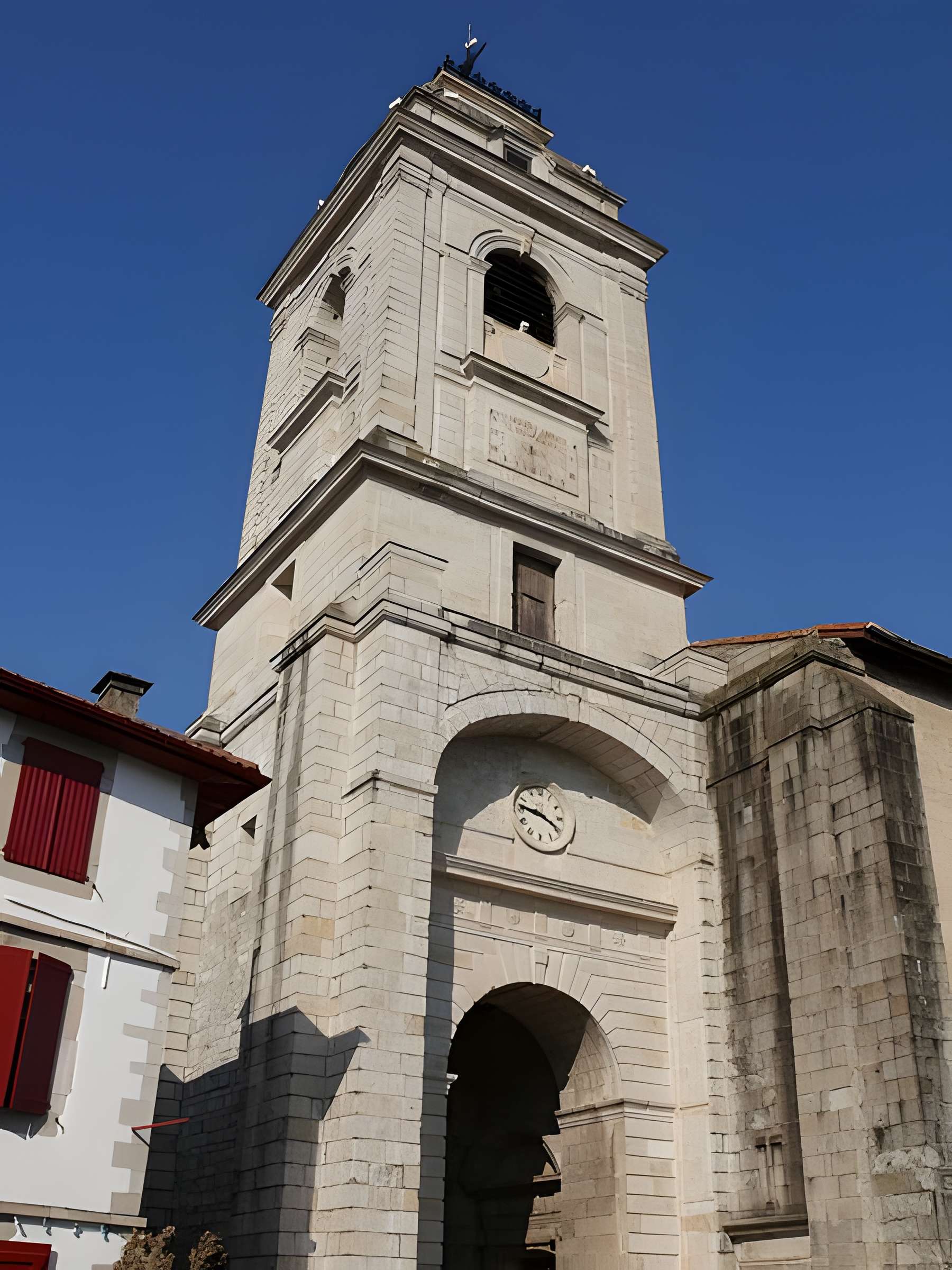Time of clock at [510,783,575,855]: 9:19
